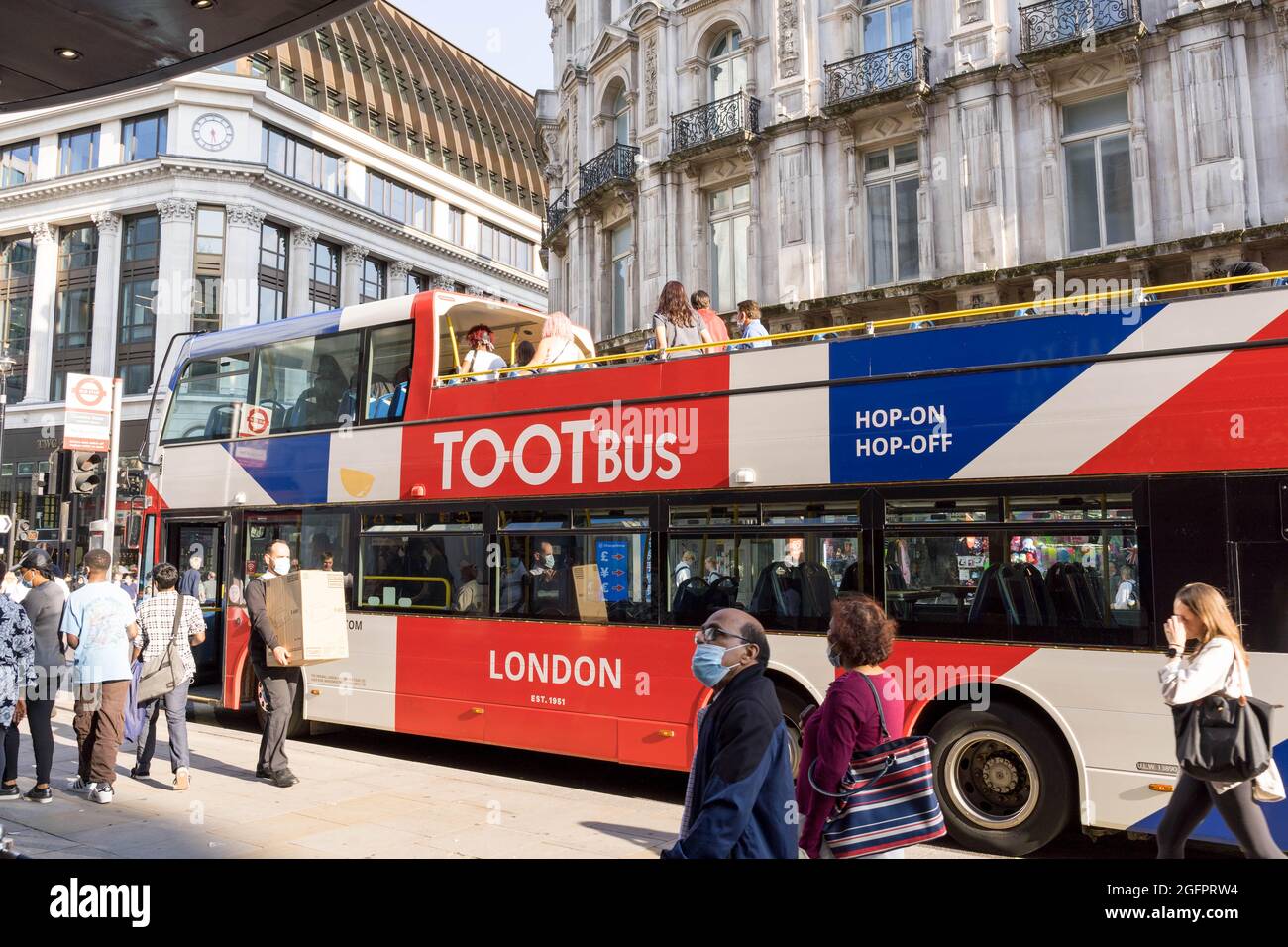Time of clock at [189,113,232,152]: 5:31
